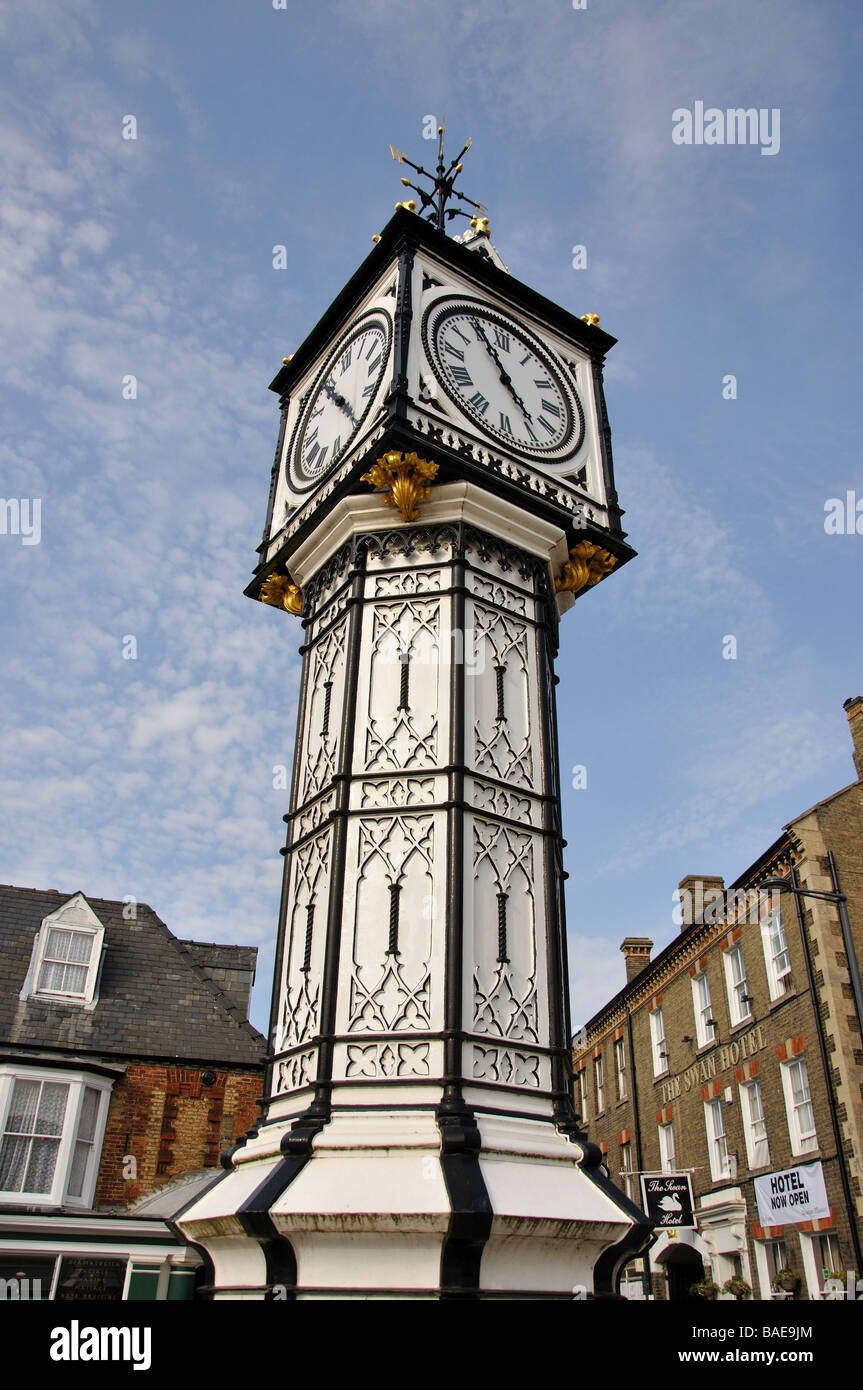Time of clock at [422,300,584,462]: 4:55
